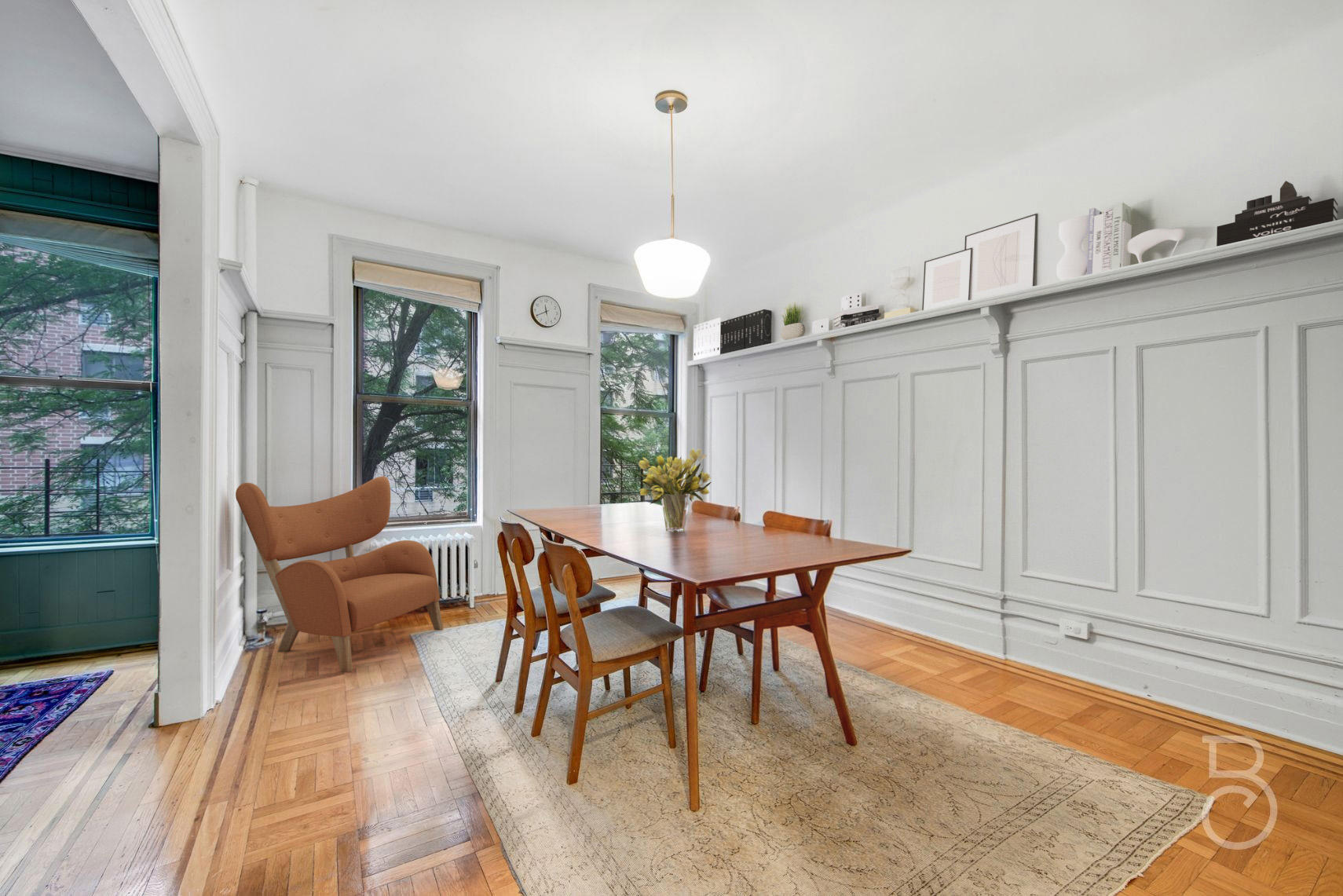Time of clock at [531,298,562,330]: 11:40
